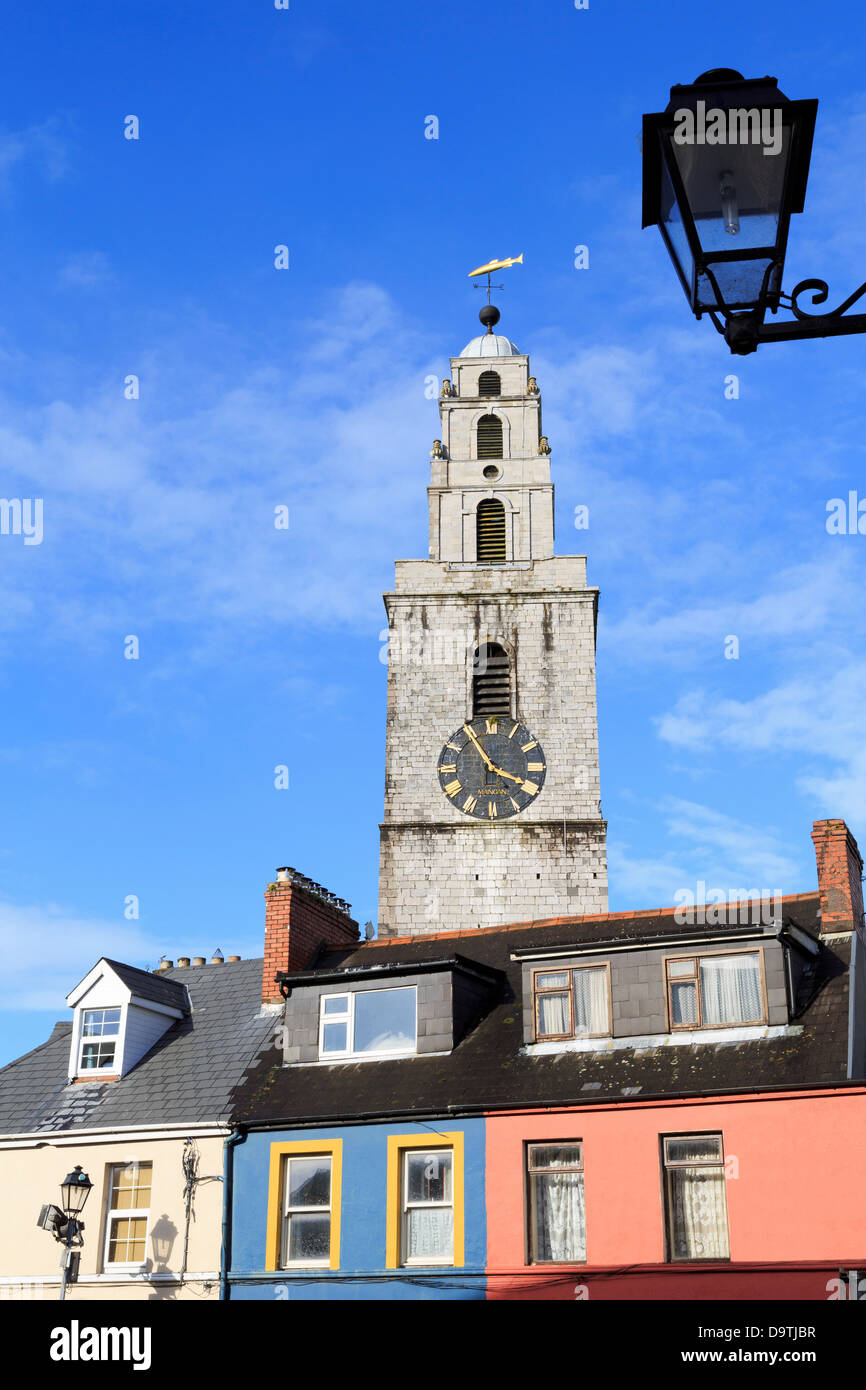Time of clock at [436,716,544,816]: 3:54
